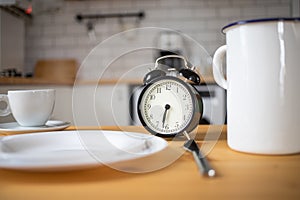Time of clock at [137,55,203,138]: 6:32
